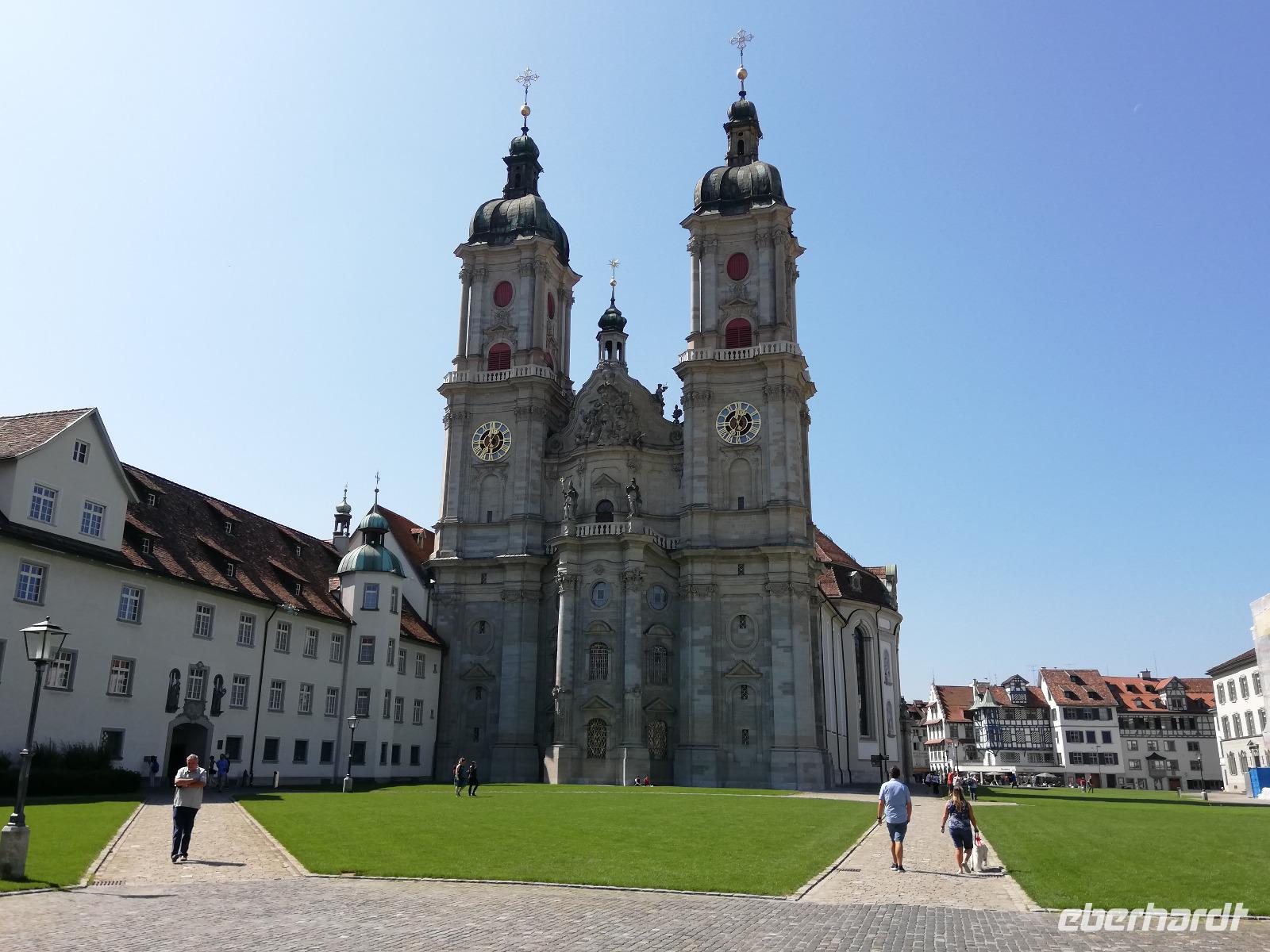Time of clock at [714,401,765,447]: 11:35
